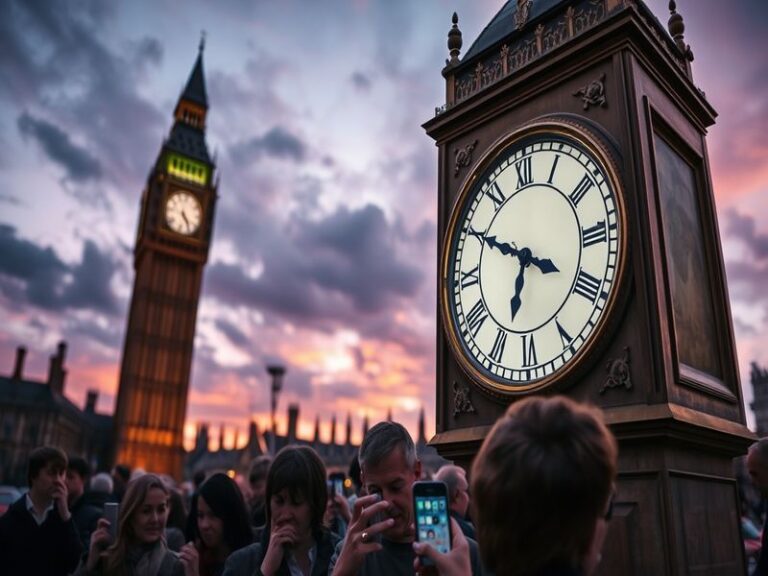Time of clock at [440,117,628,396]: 6:49
